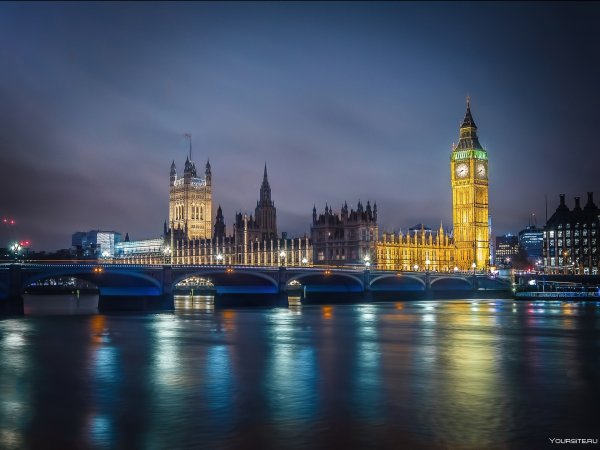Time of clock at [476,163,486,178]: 7:40
